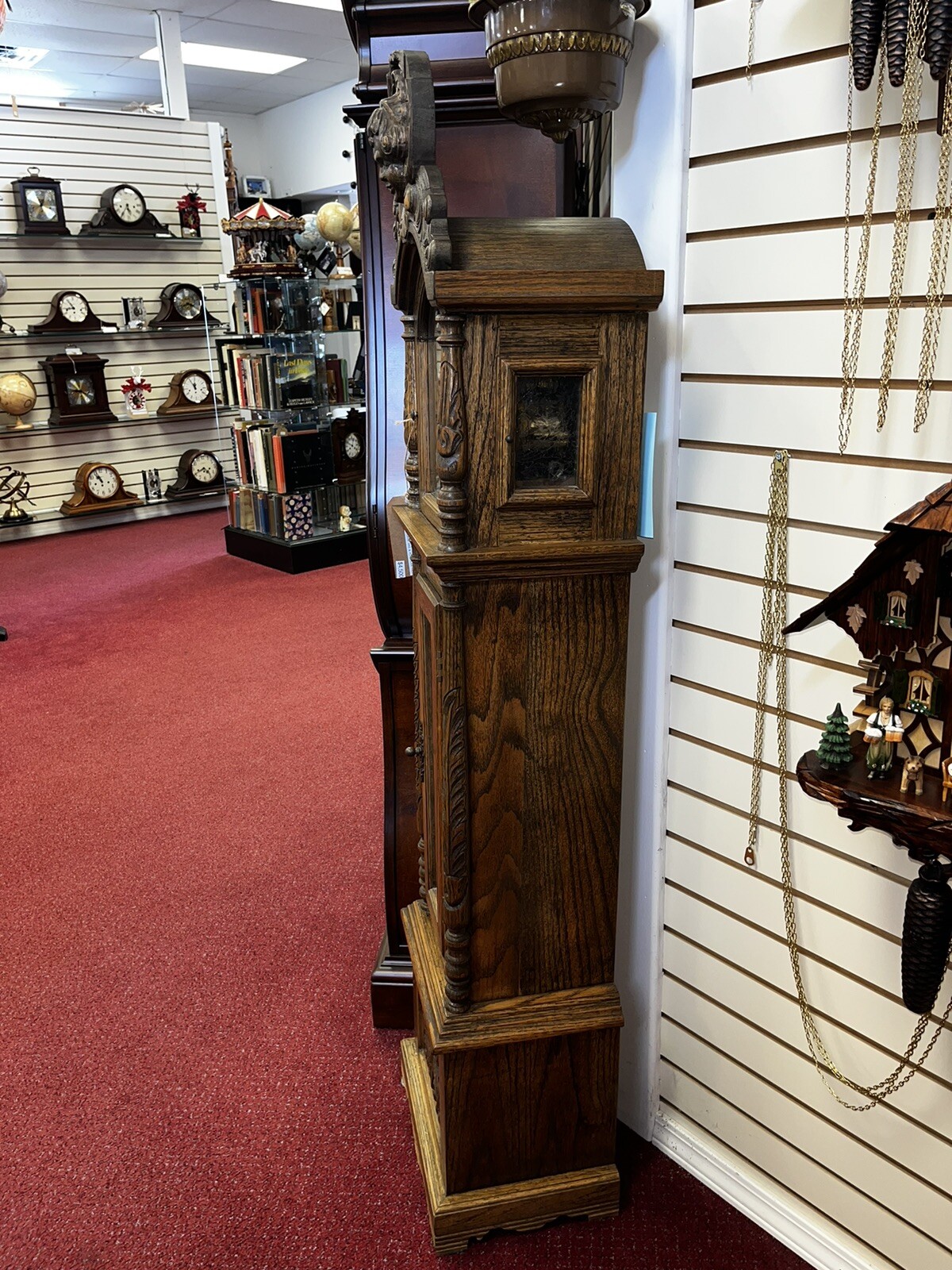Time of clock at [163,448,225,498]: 4:40
